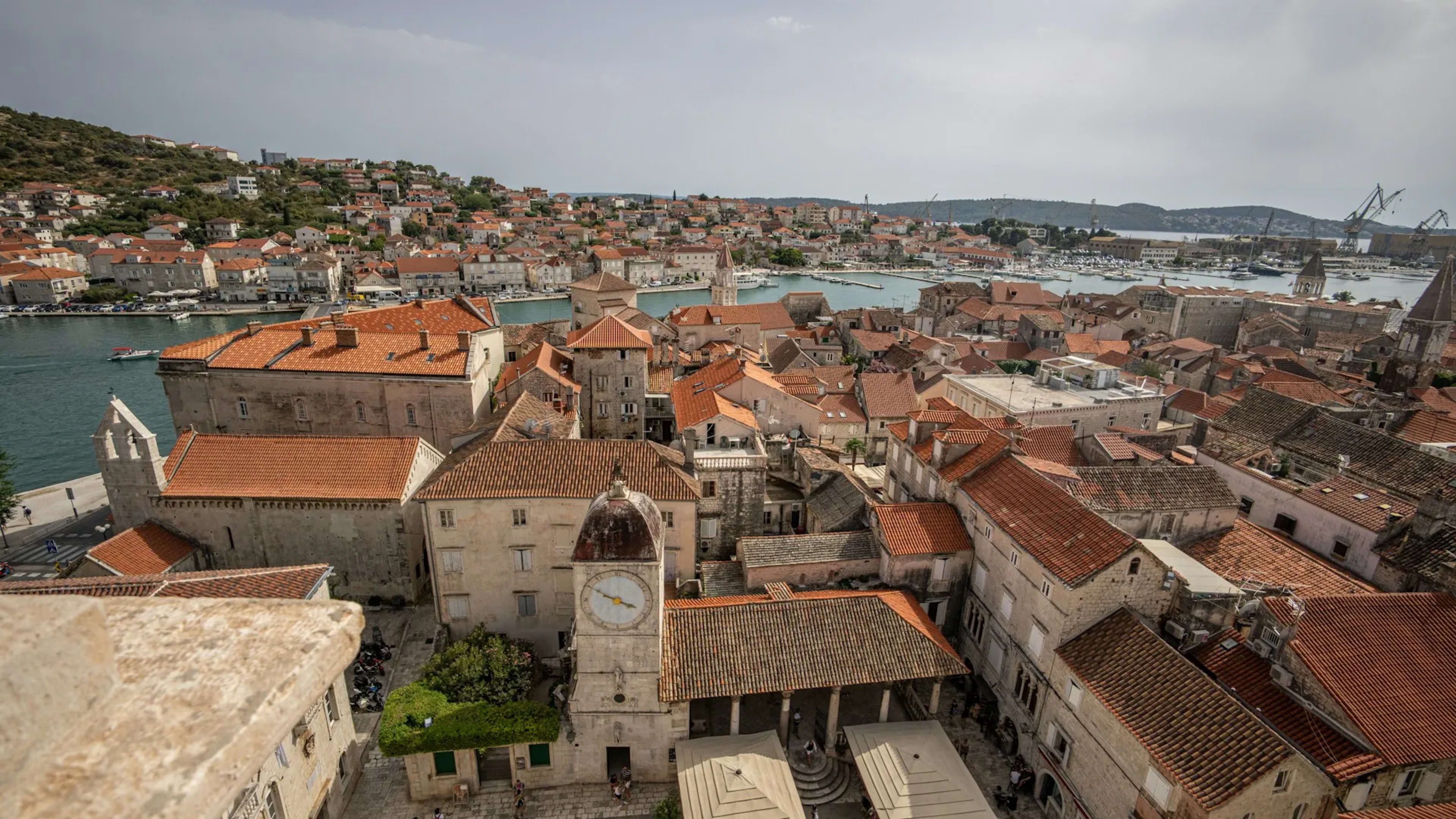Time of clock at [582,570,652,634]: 3:50
